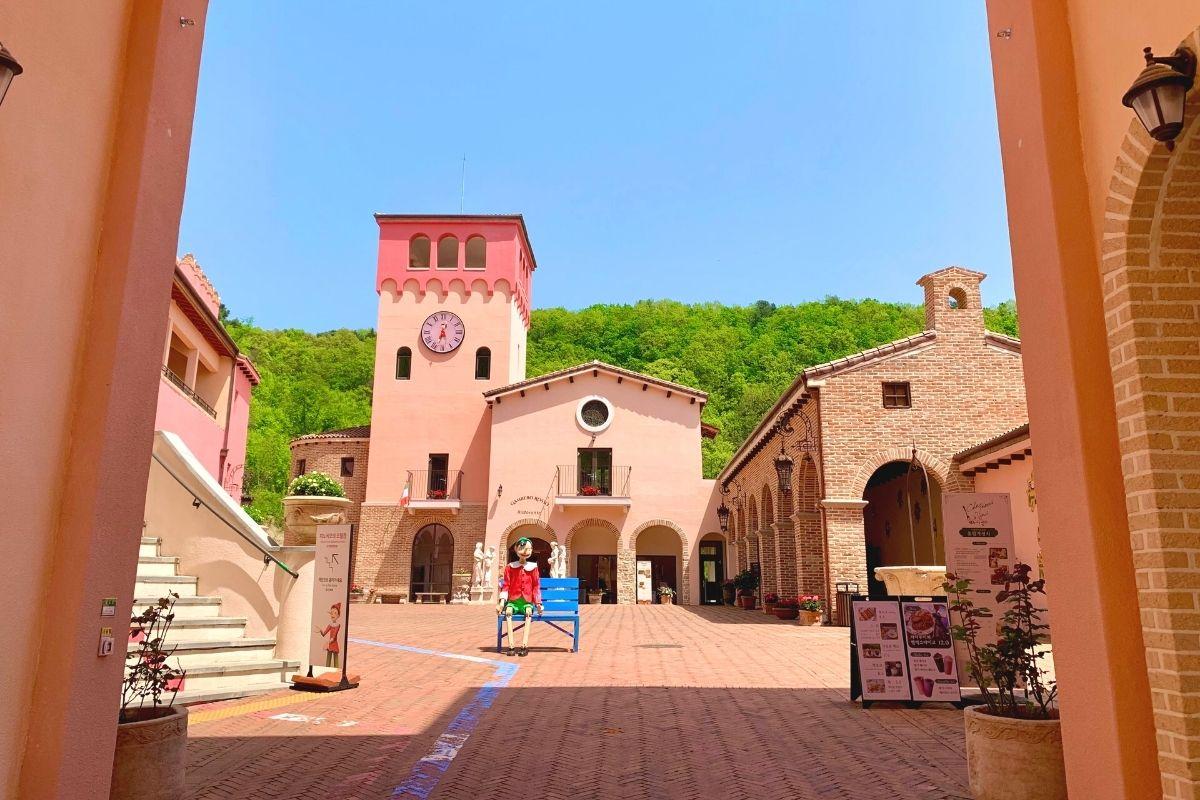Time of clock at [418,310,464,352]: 12:32
